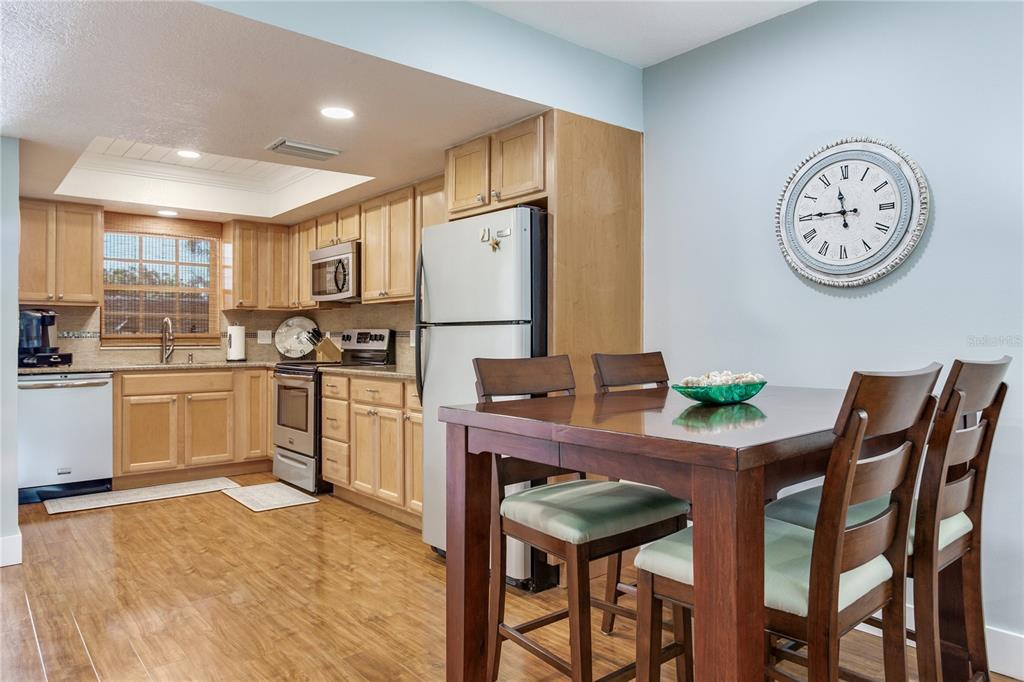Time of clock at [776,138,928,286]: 11:45
